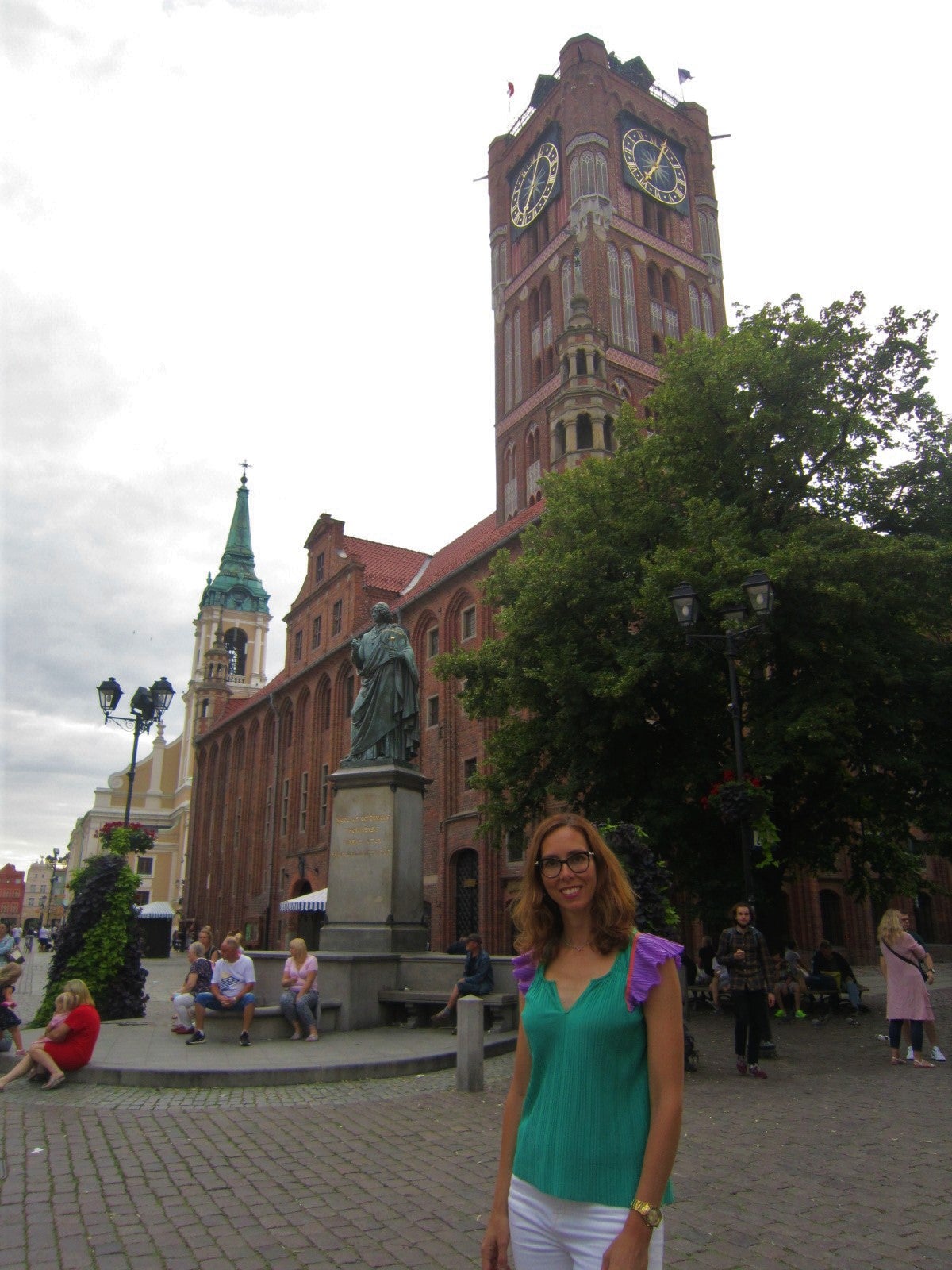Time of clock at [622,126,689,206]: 7:04
